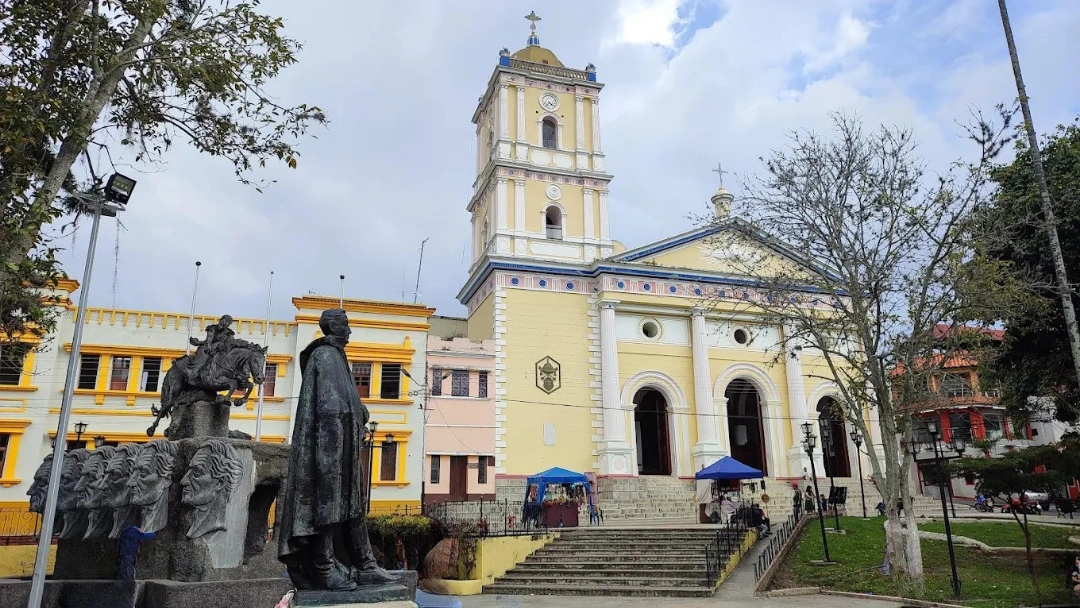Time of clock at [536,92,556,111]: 4:35
